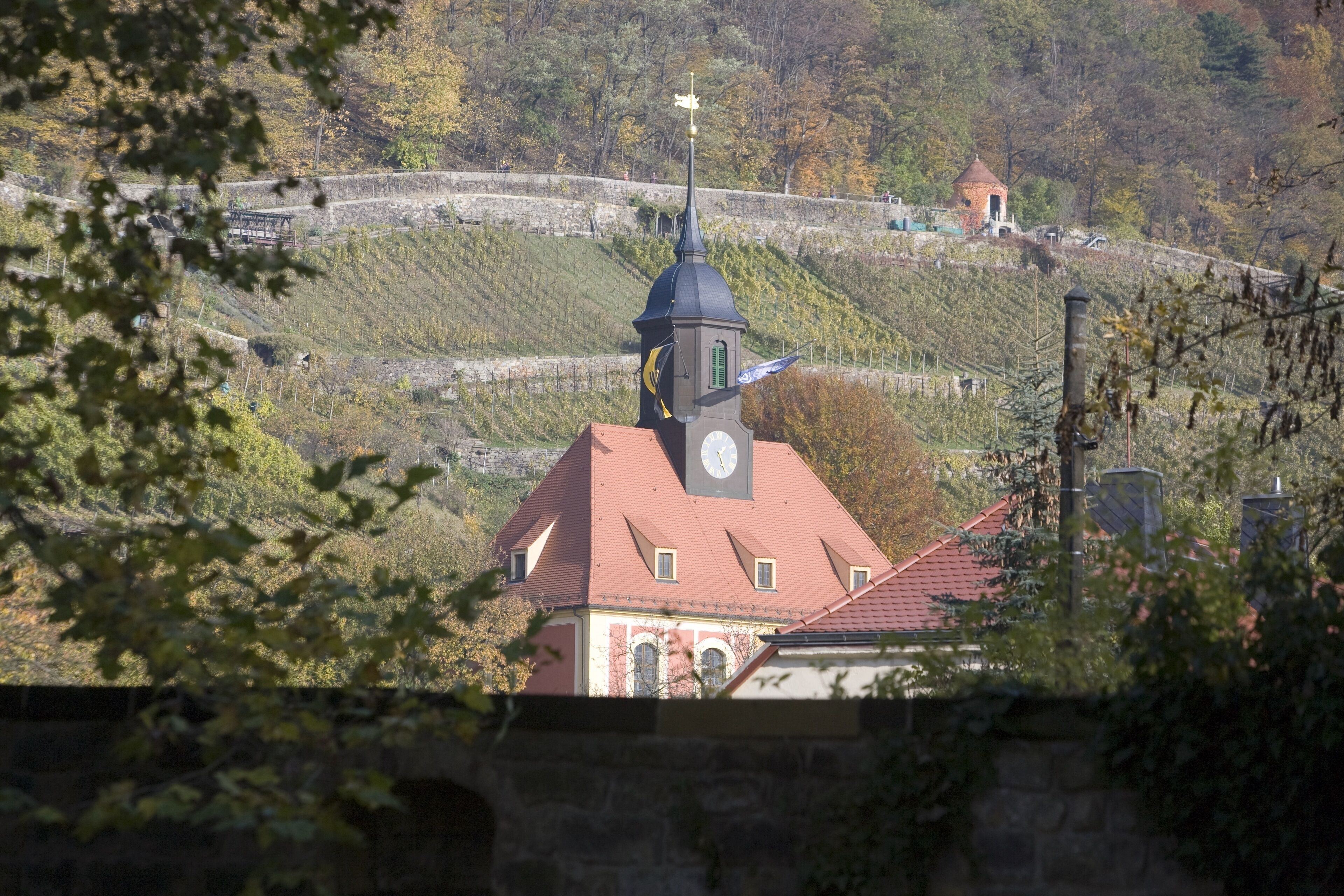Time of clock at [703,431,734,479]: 1:26
